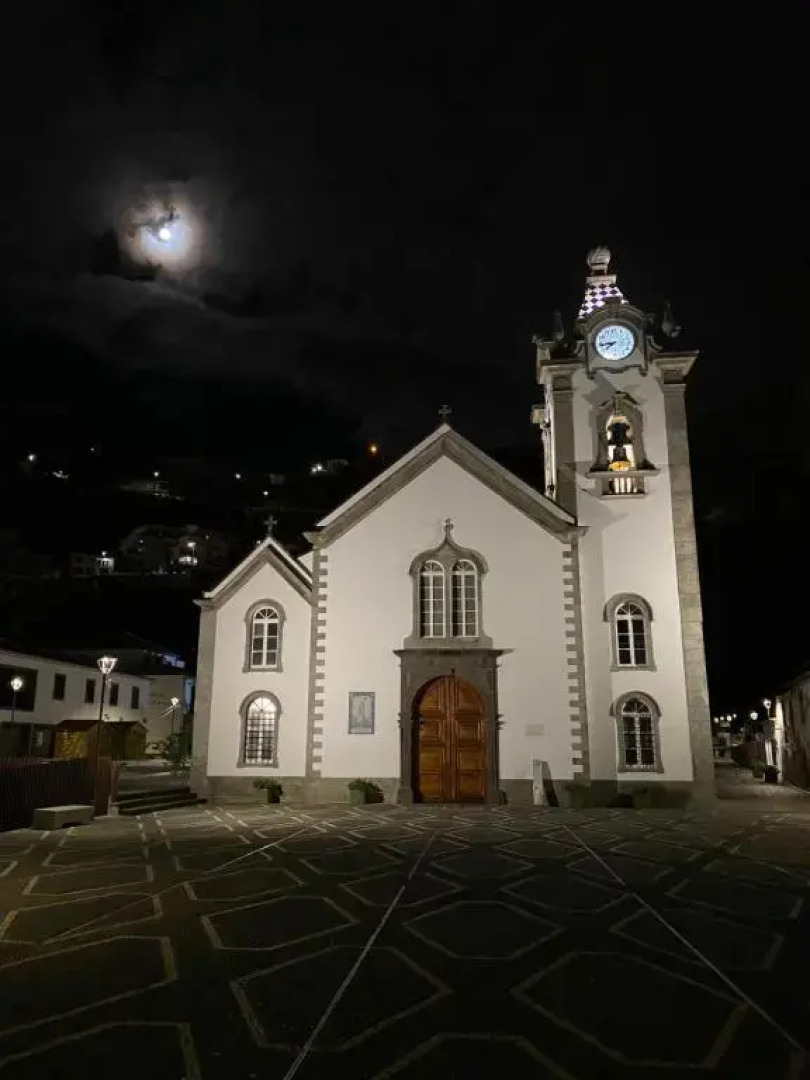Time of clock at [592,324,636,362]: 7:43
